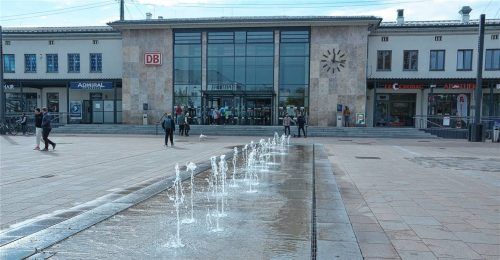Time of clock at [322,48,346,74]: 12:16
